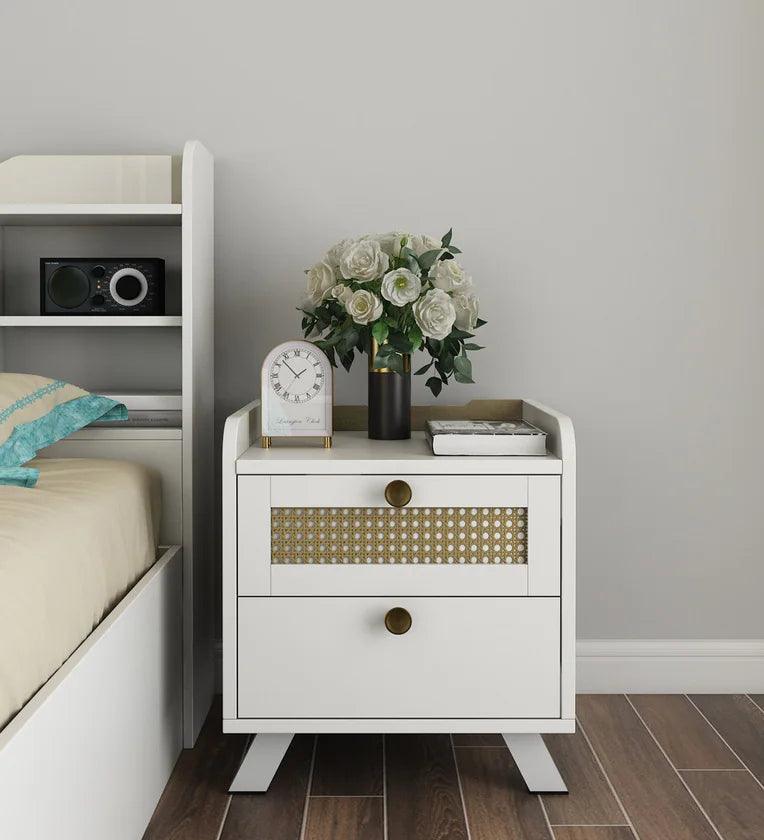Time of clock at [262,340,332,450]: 1:52
